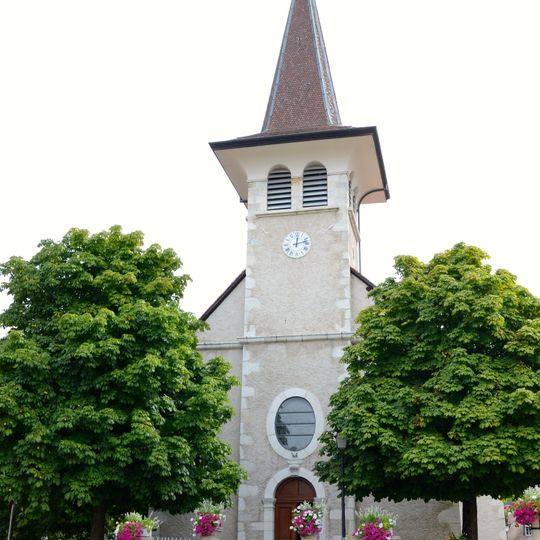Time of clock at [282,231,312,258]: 12:12
